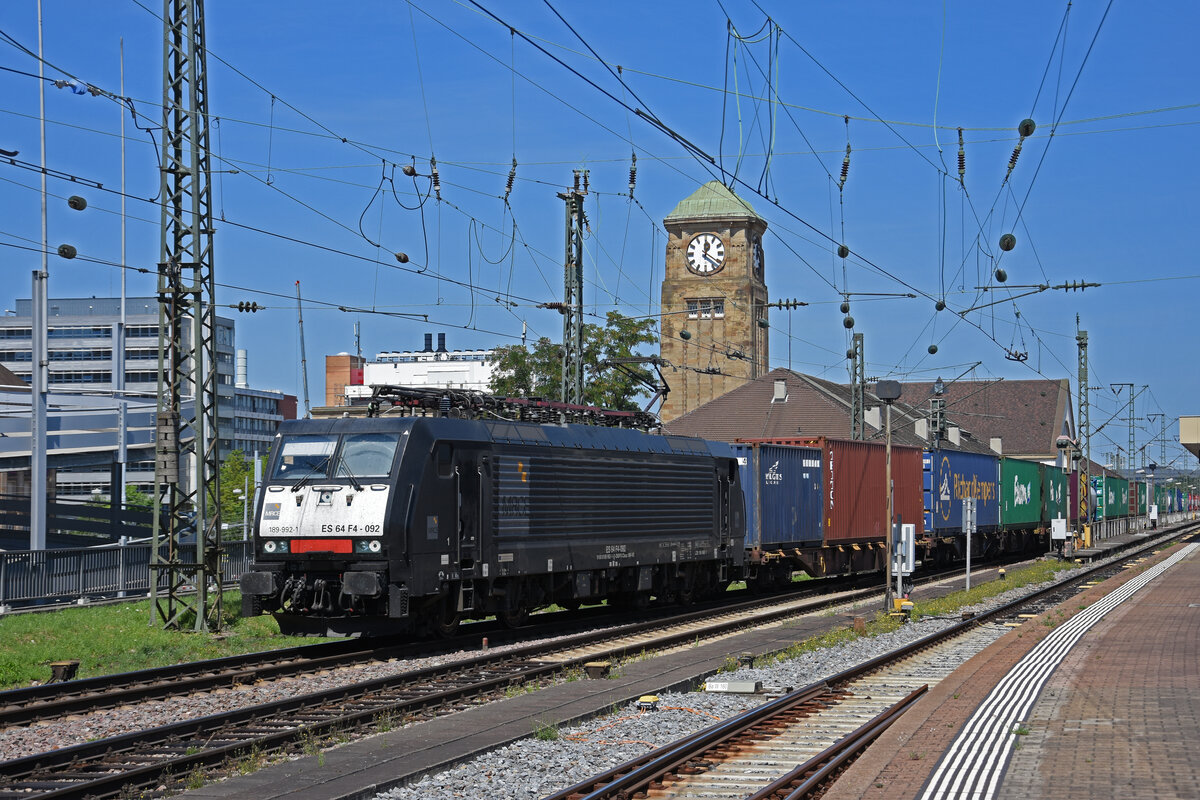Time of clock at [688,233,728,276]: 12:20
